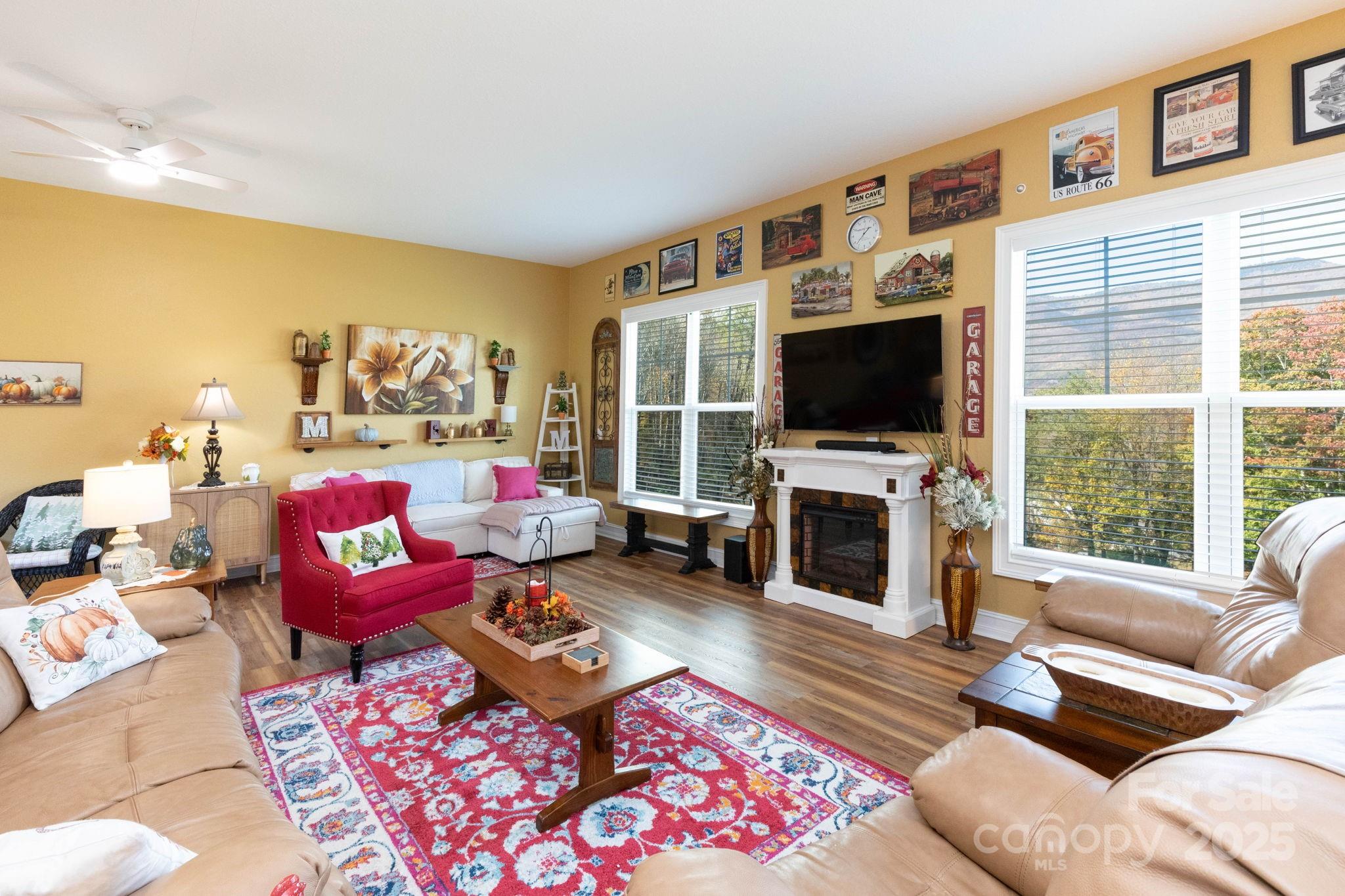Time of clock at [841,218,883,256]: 1:37
